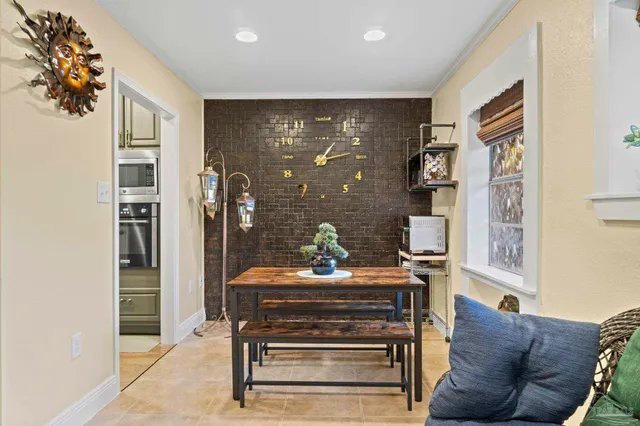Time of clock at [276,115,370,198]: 1:13
